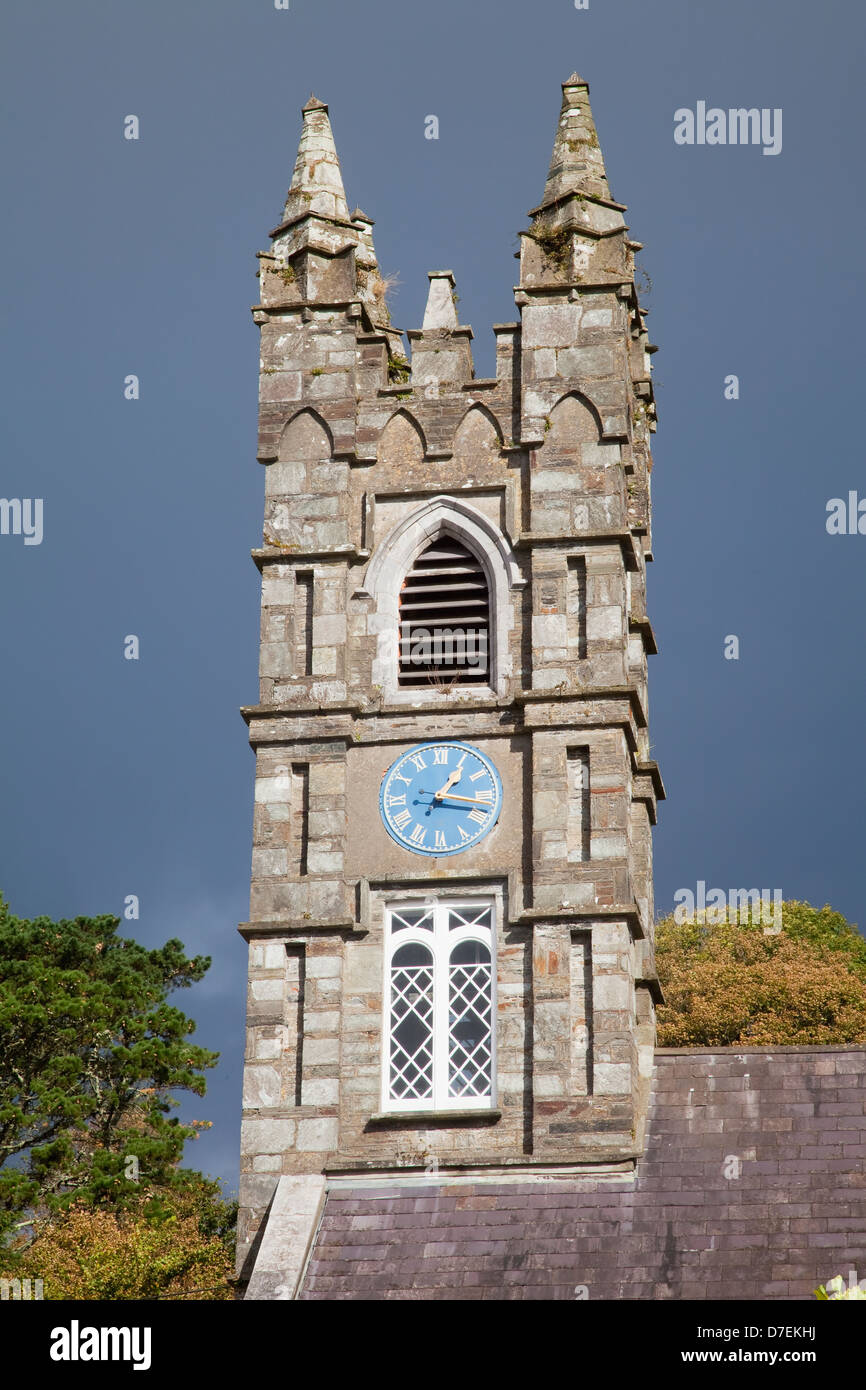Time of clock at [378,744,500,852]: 1:16
